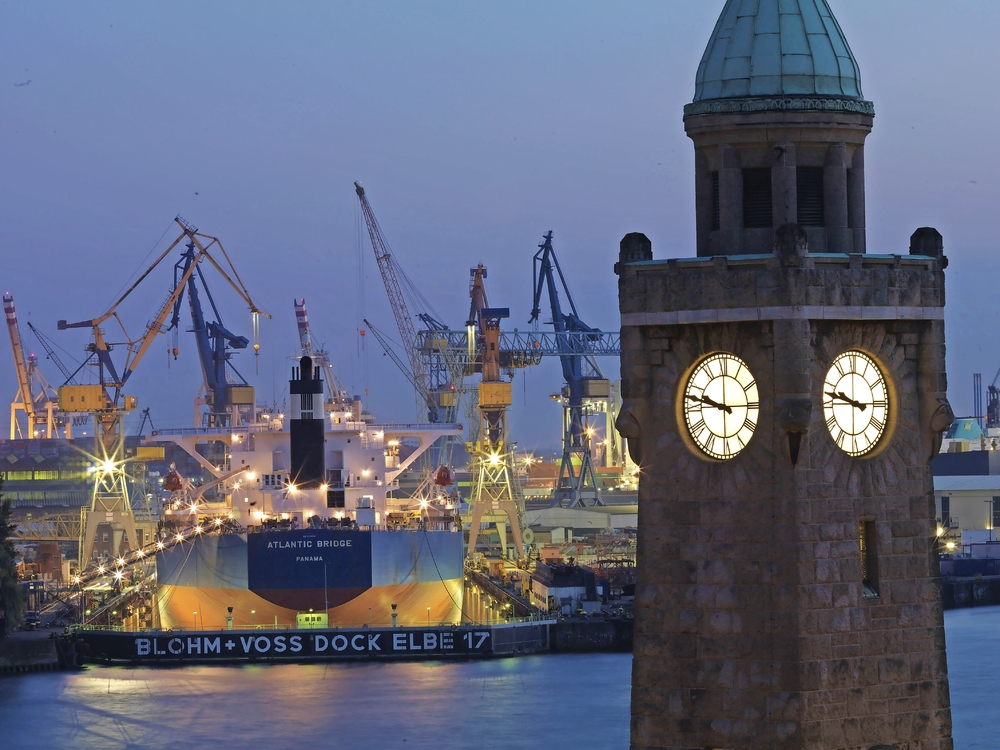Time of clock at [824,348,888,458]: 9:47
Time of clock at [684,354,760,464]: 9:47
